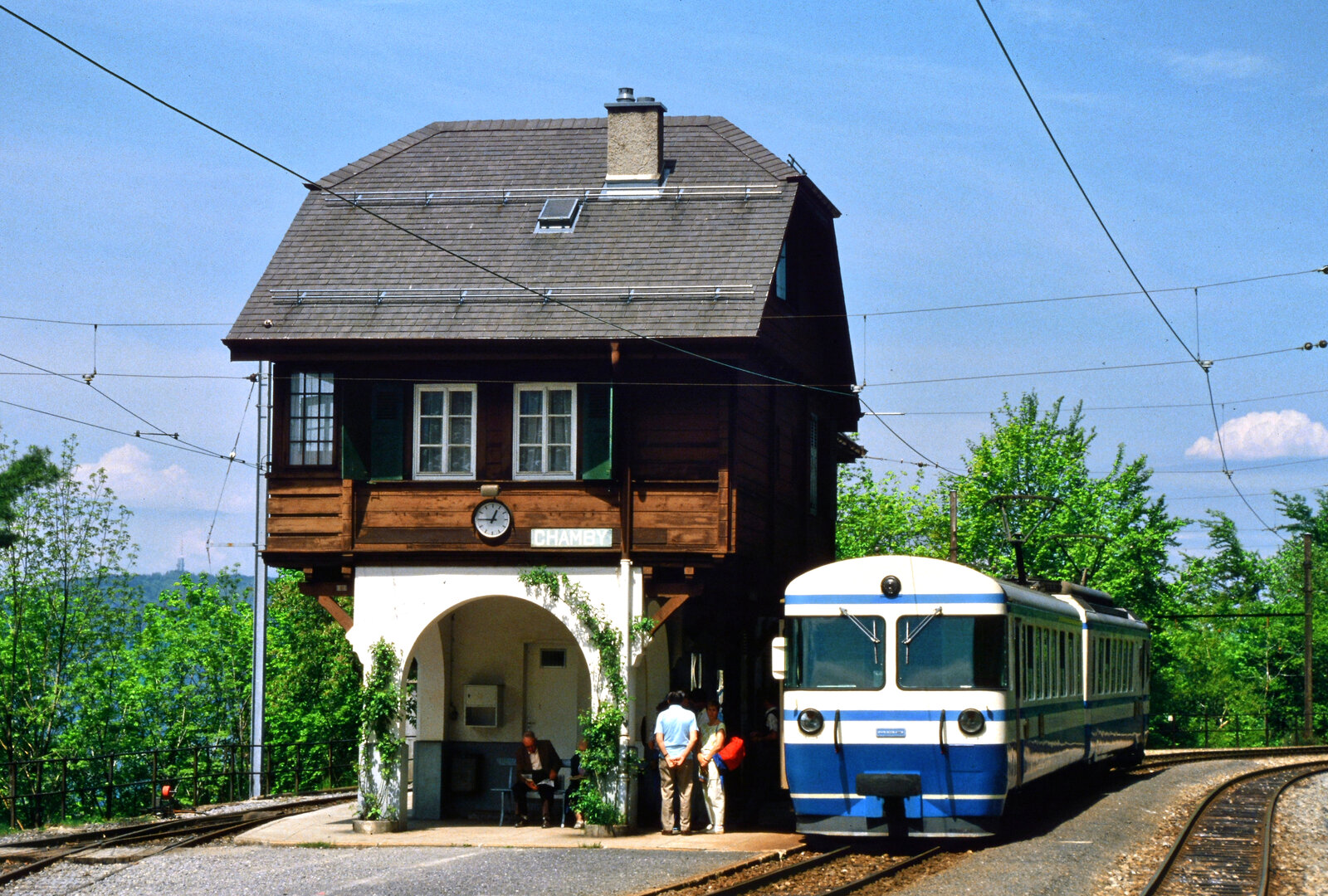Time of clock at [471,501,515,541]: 12:45
